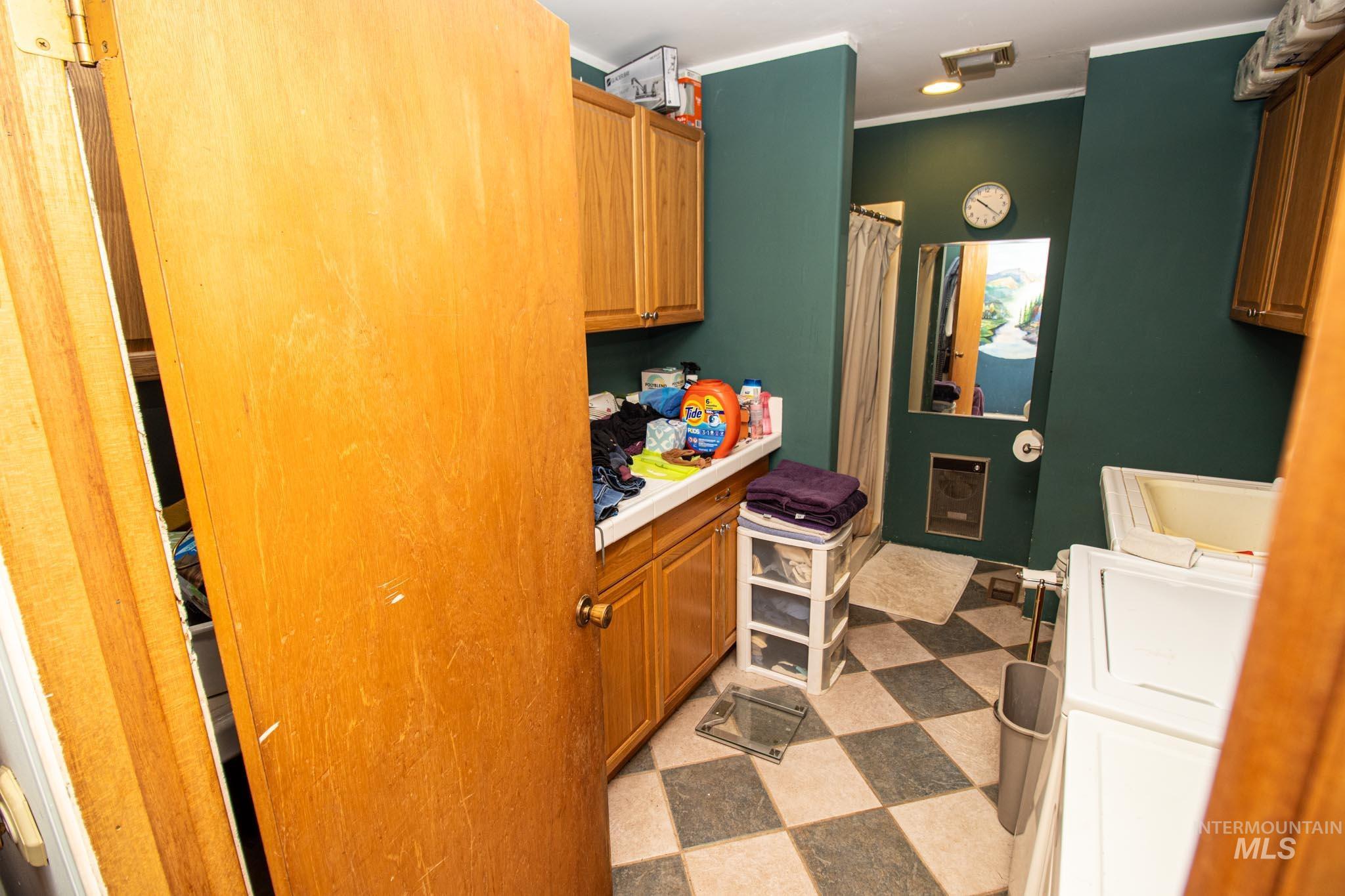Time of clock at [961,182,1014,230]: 10:21
